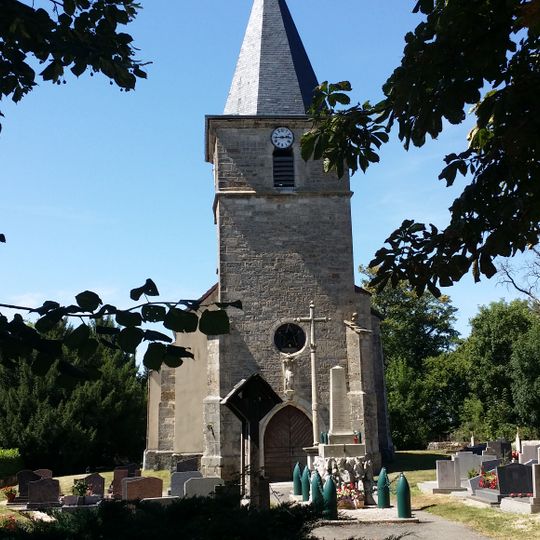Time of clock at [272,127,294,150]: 2:44
